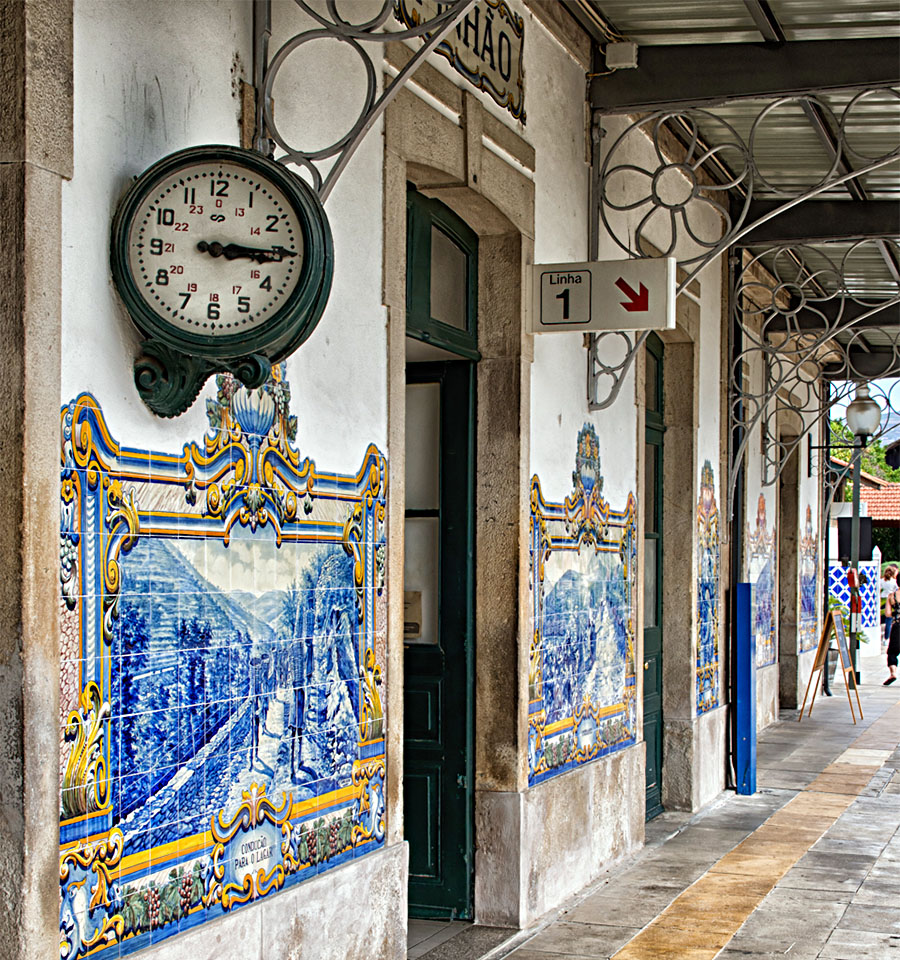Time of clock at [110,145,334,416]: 3:14
